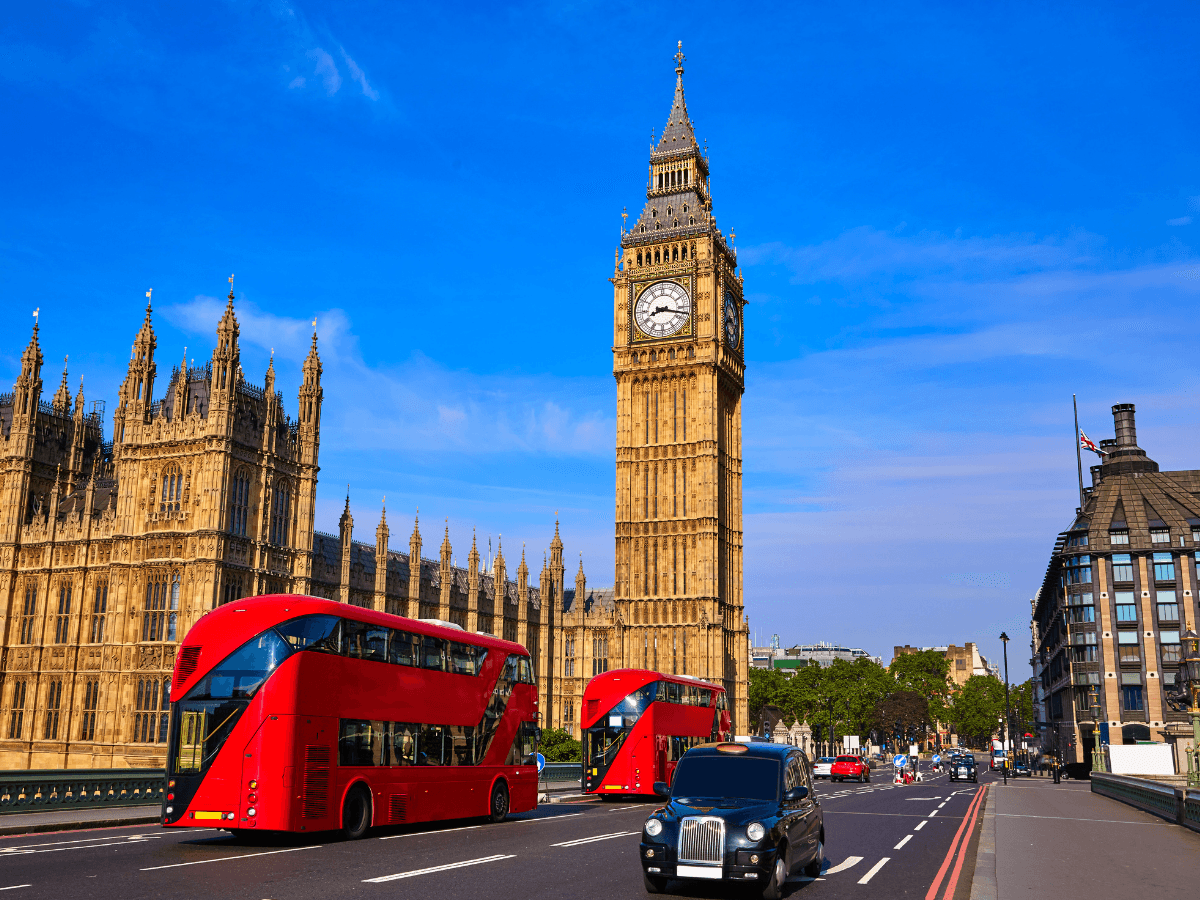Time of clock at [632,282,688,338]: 8:17
